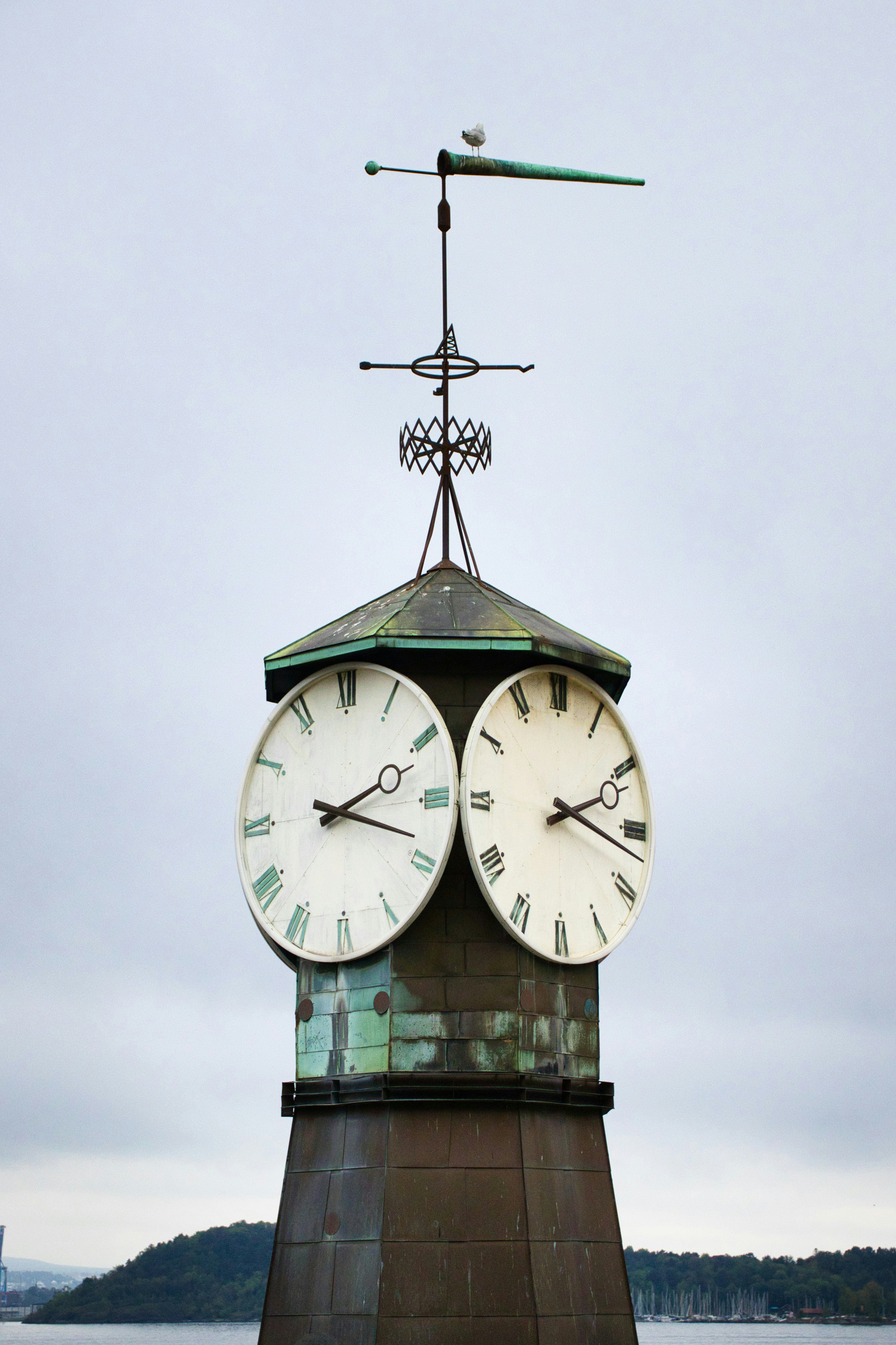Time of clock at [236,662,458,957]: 2:18
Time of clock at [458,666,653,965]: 2:17
